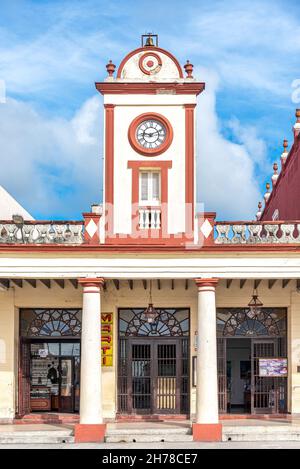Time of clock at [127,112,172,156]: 9:11
